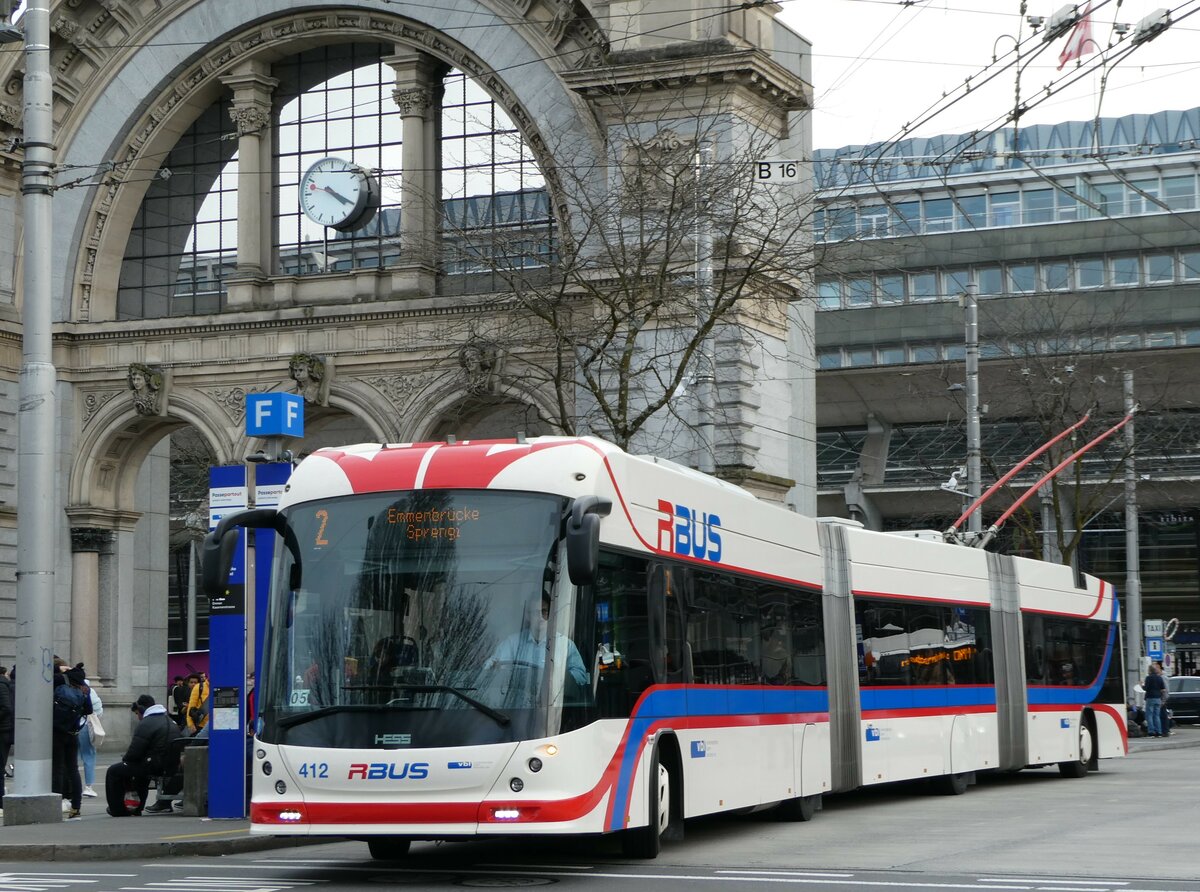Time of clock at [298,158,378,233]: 4:20
